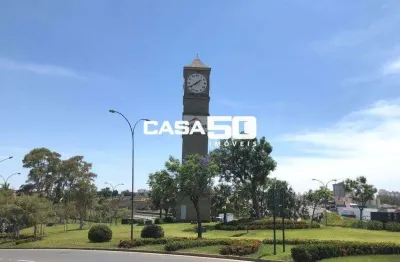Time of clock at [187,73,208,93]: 1:40
